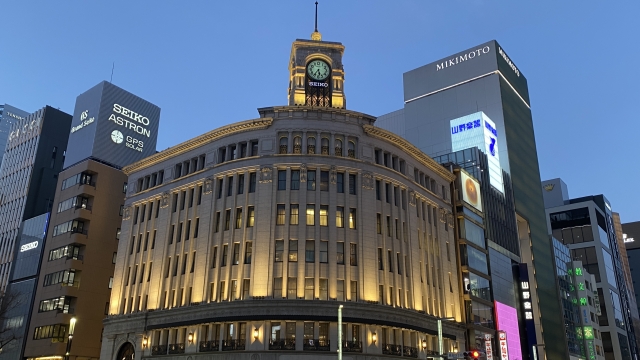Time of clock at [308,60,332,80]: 5:35
